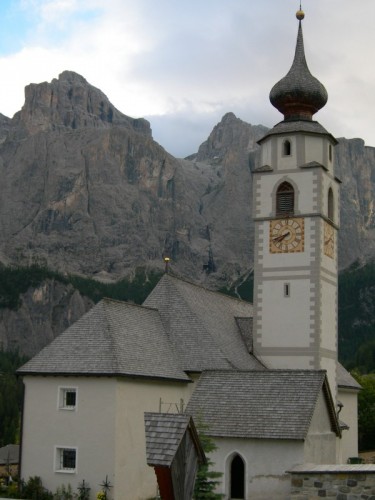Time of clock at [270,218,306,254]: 7:41
